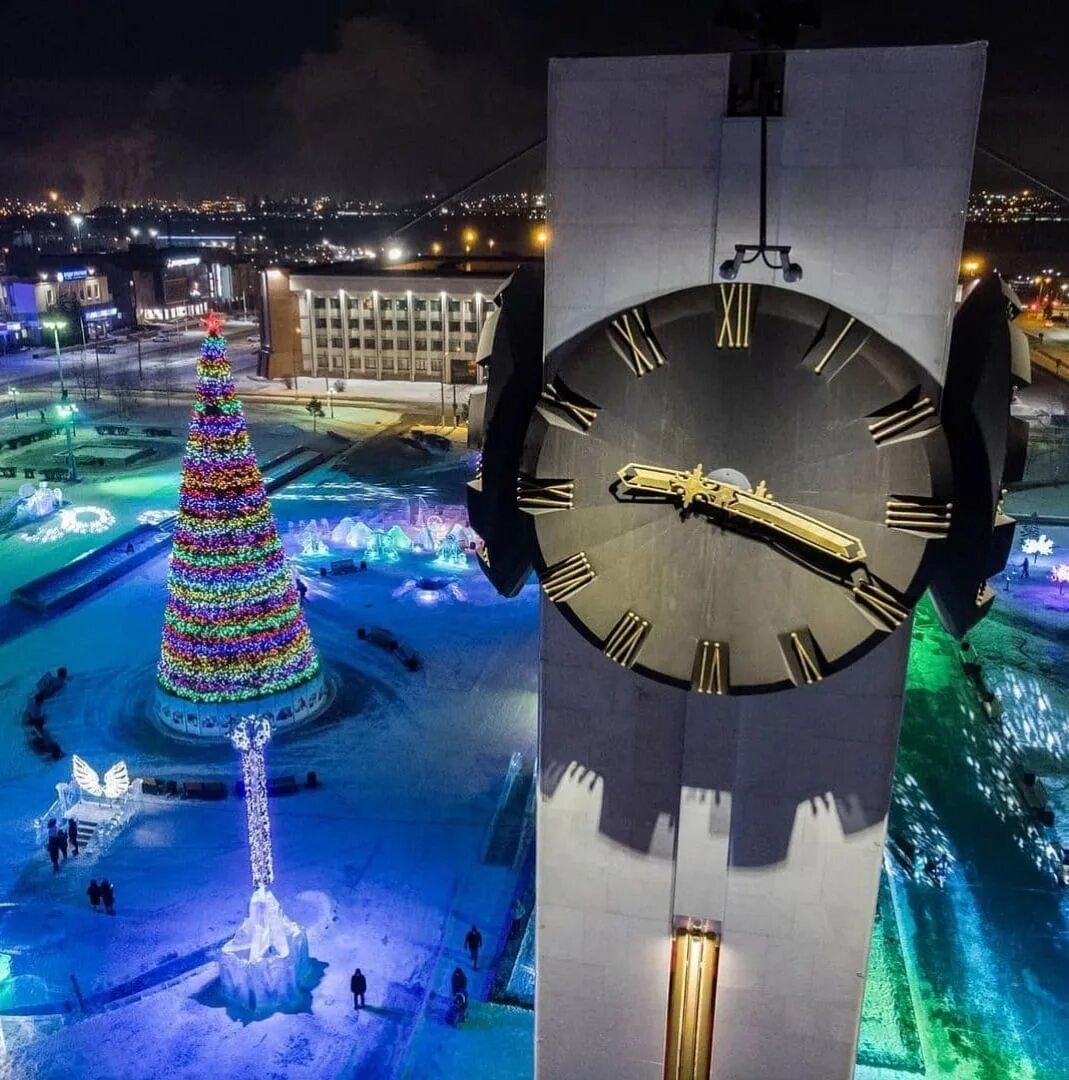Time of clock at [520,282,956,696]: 9:18
